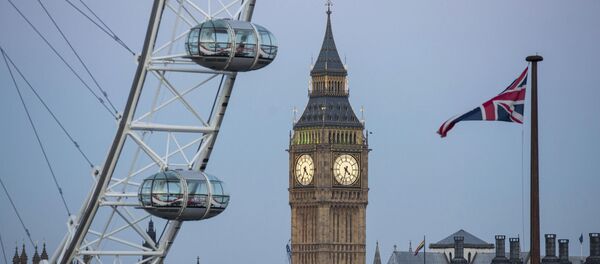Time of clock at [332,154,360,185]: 4:32
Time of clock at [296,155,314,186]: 4:34
